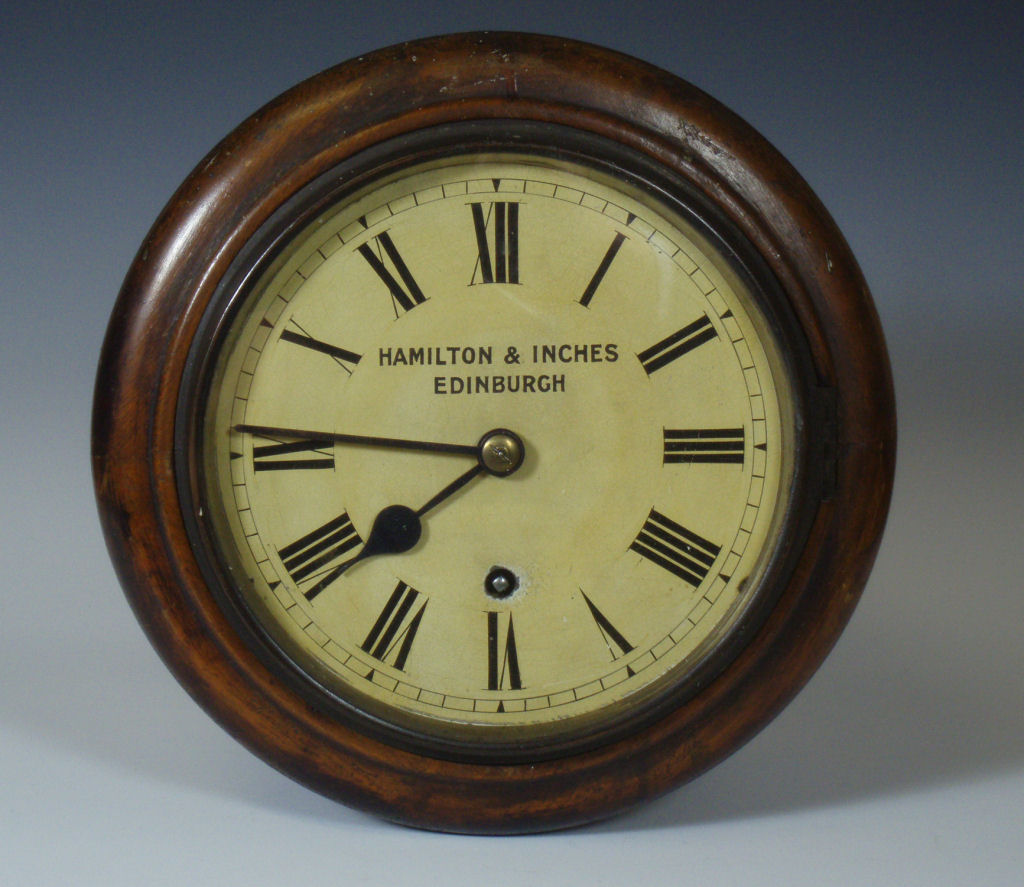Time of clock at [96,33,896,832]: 7:45
